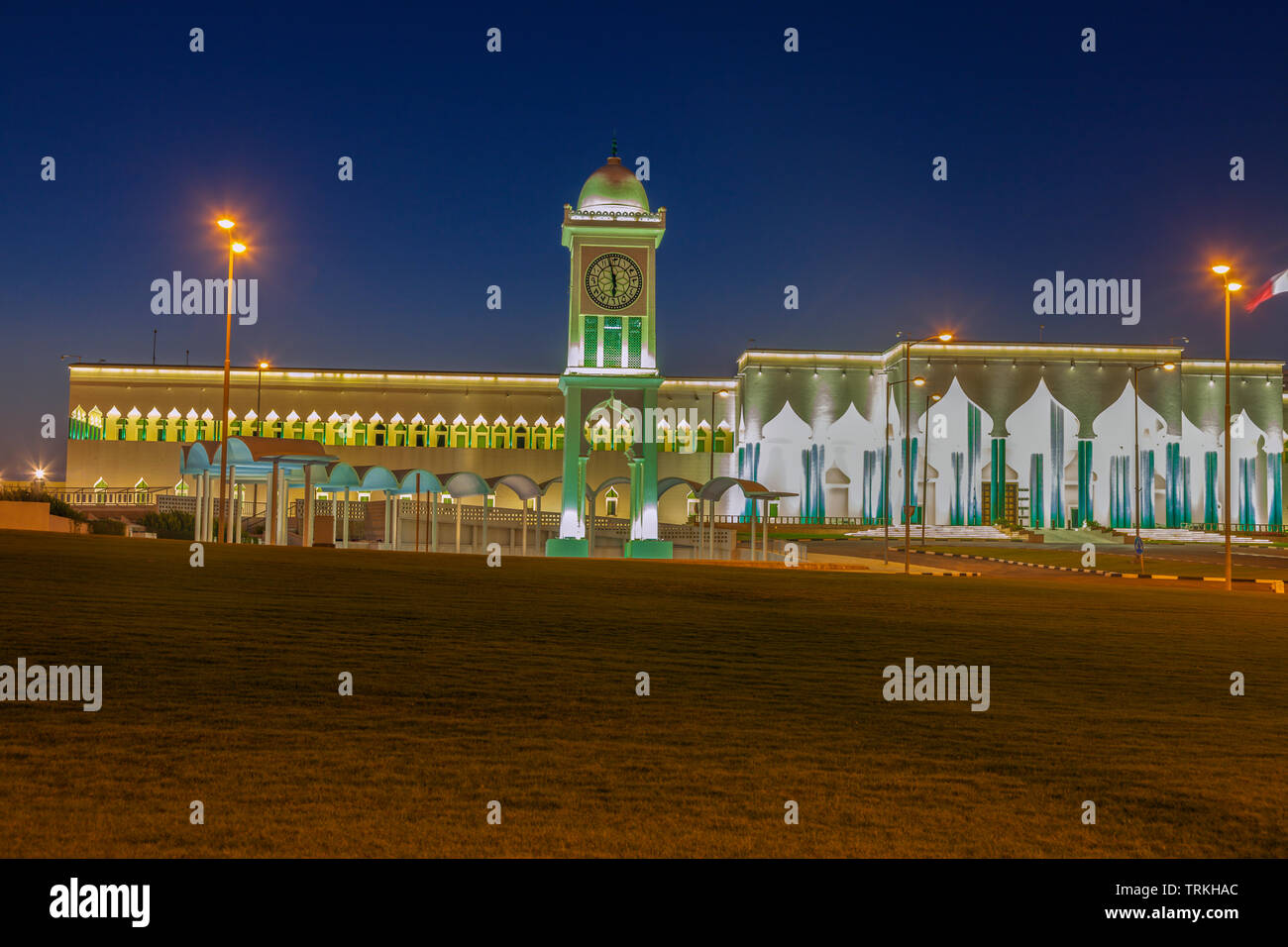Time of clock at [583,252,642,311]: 5:57
